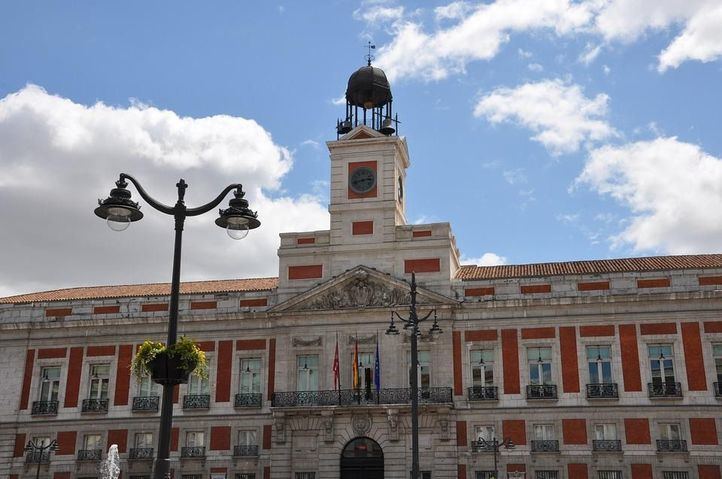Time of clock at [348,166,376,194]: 2:42
